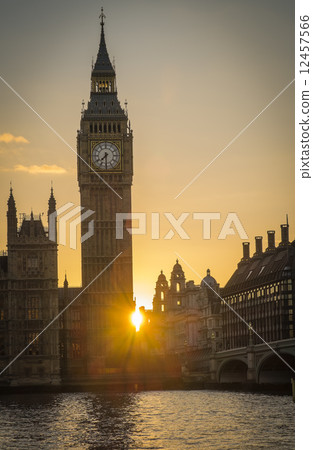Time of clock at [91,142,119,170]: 7:30
